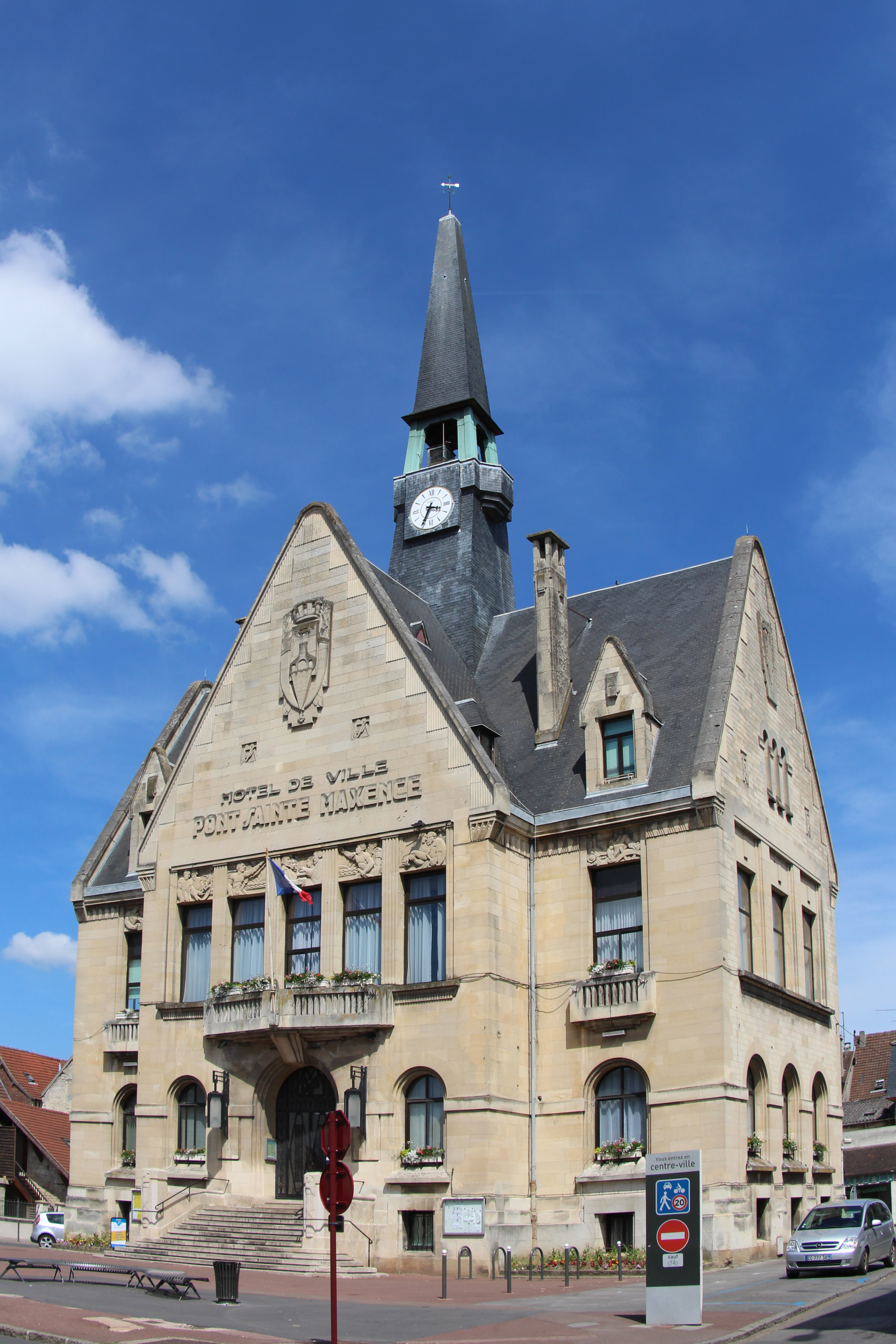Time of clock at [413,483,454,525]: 3:34
